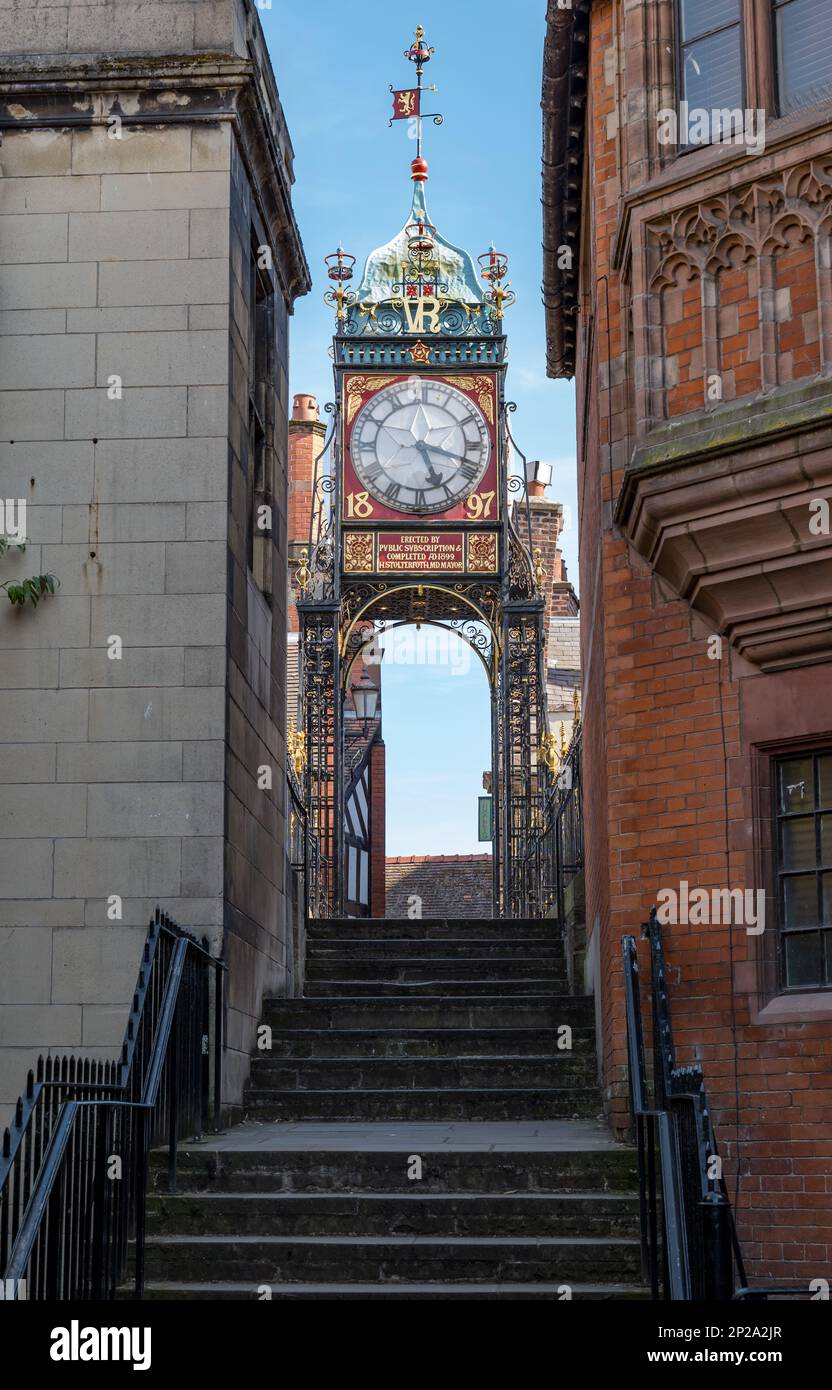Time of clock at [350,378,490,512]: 5:18
